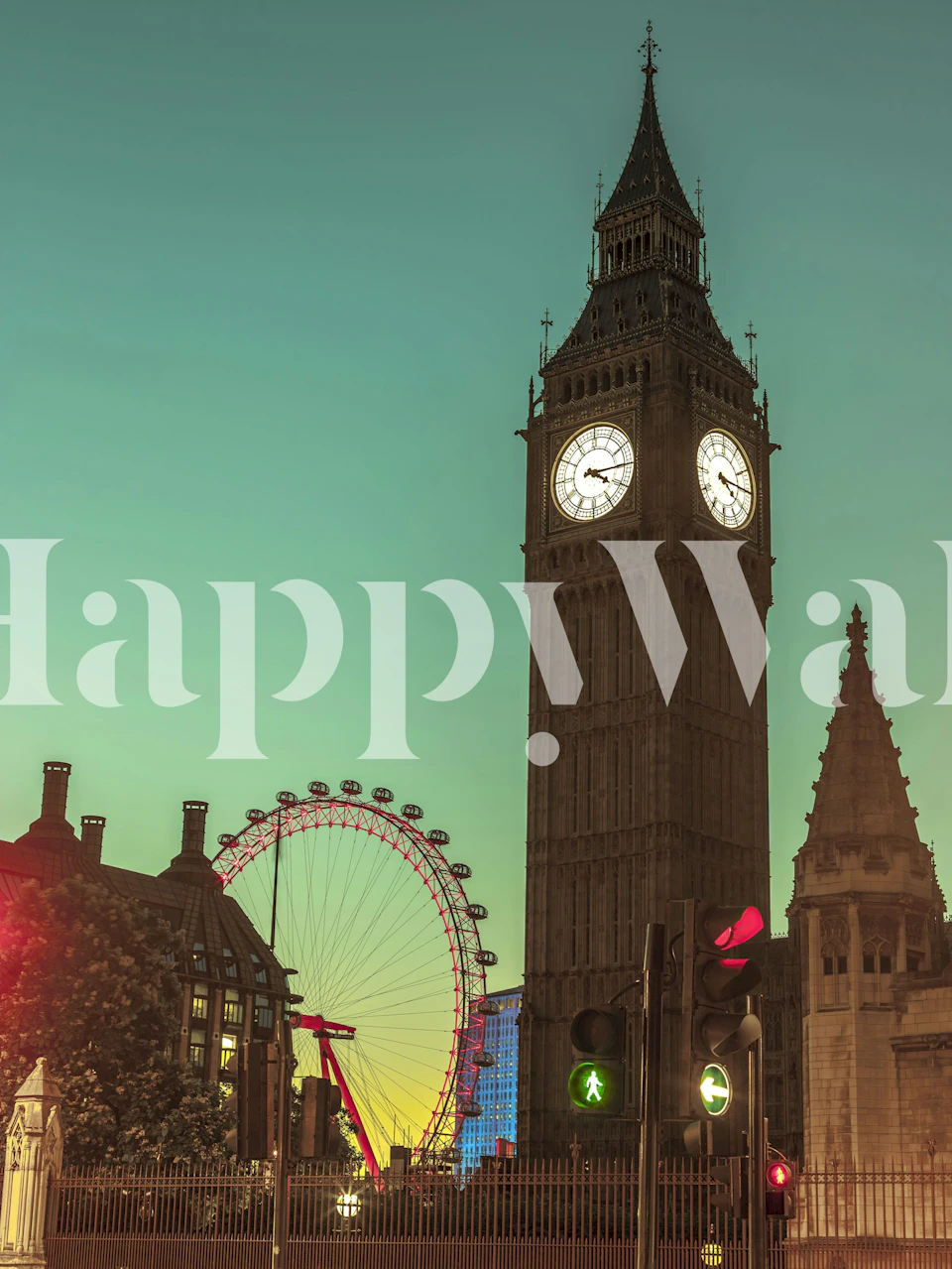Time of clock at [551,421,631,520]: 4:14
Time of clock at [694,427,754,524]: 4:15
